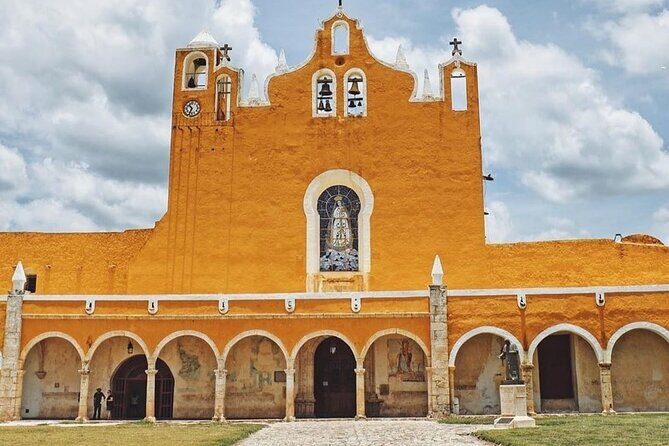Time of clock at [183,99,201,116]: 10:34
